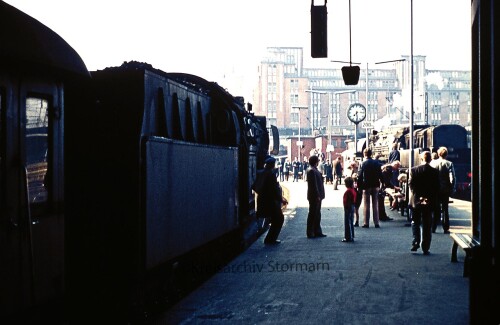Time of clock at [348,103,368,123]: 7:28
